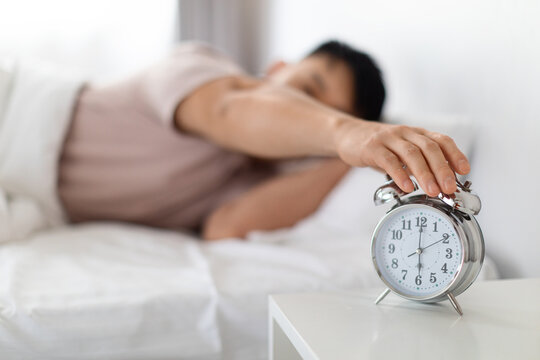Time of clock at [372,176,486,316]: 6:00
